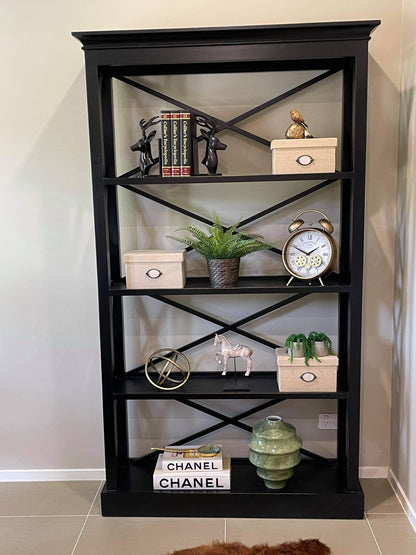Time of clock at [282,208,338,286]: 1:49
